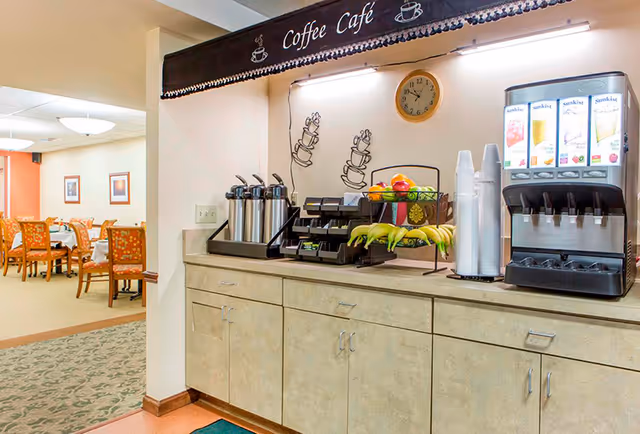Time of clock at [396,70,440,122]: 10:50
